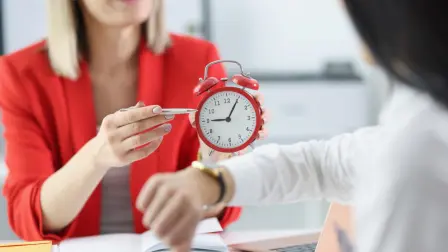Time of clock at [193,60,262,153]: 9:04
